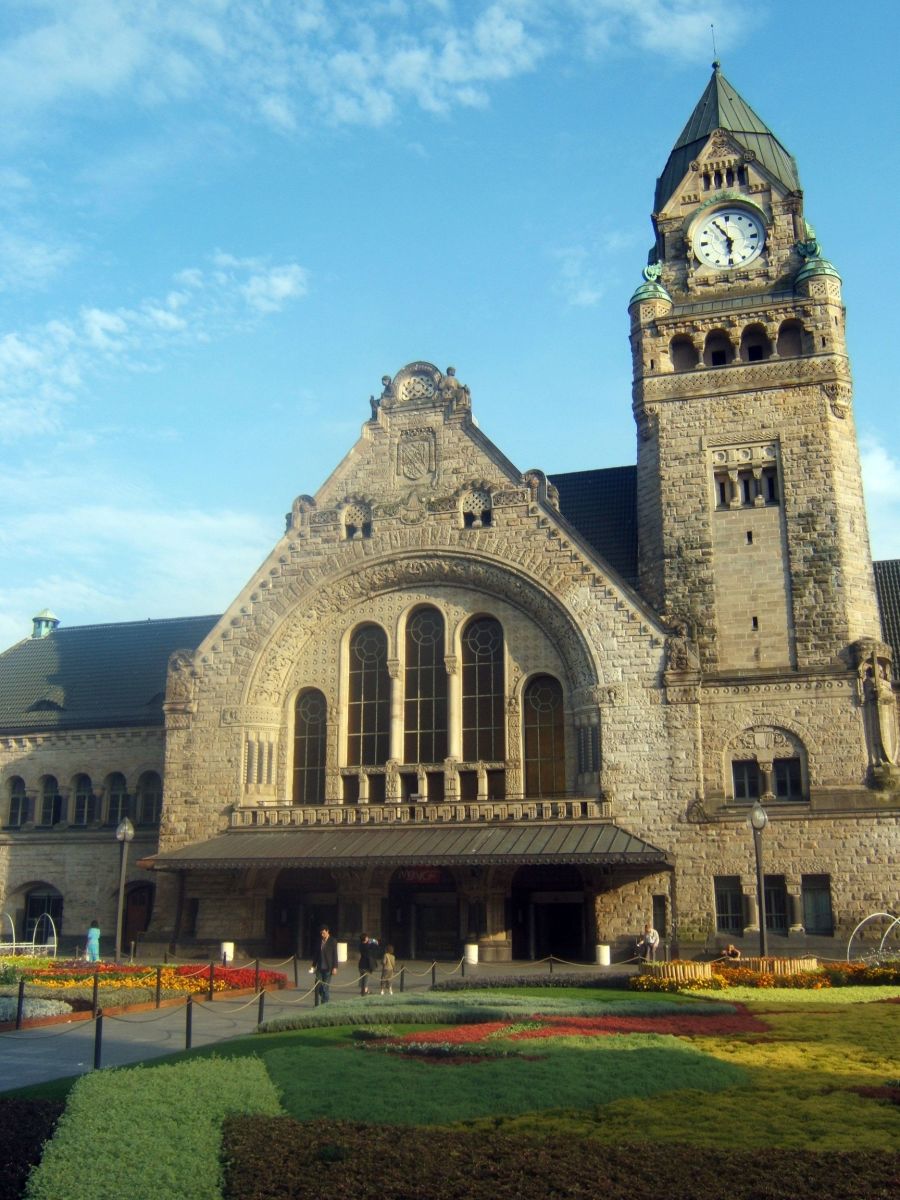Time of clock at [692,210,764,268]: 5:54
